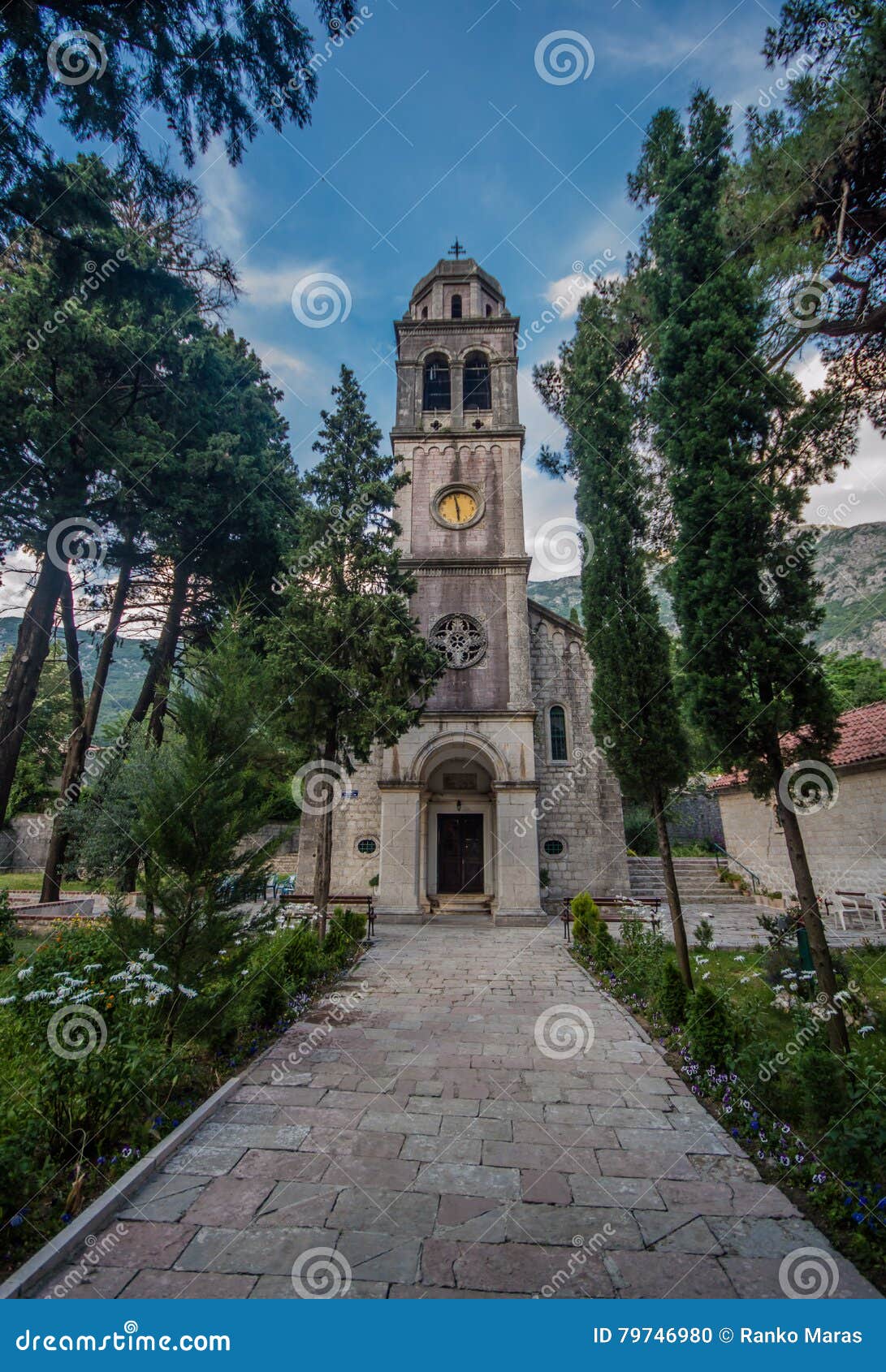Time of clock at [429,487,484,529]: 5:58
